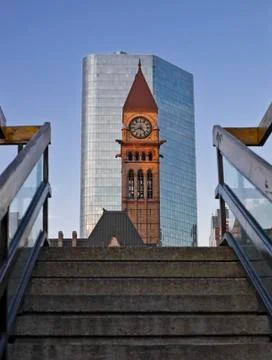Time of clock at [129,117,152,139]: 8:23
